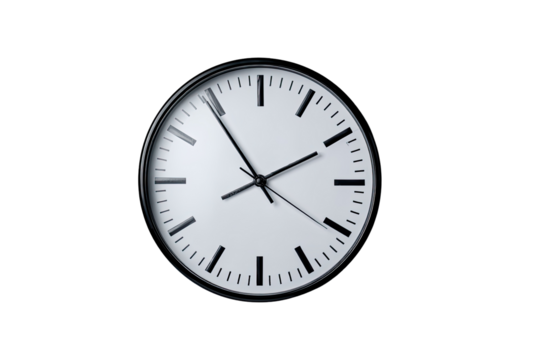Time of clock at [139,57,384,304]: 1:54
